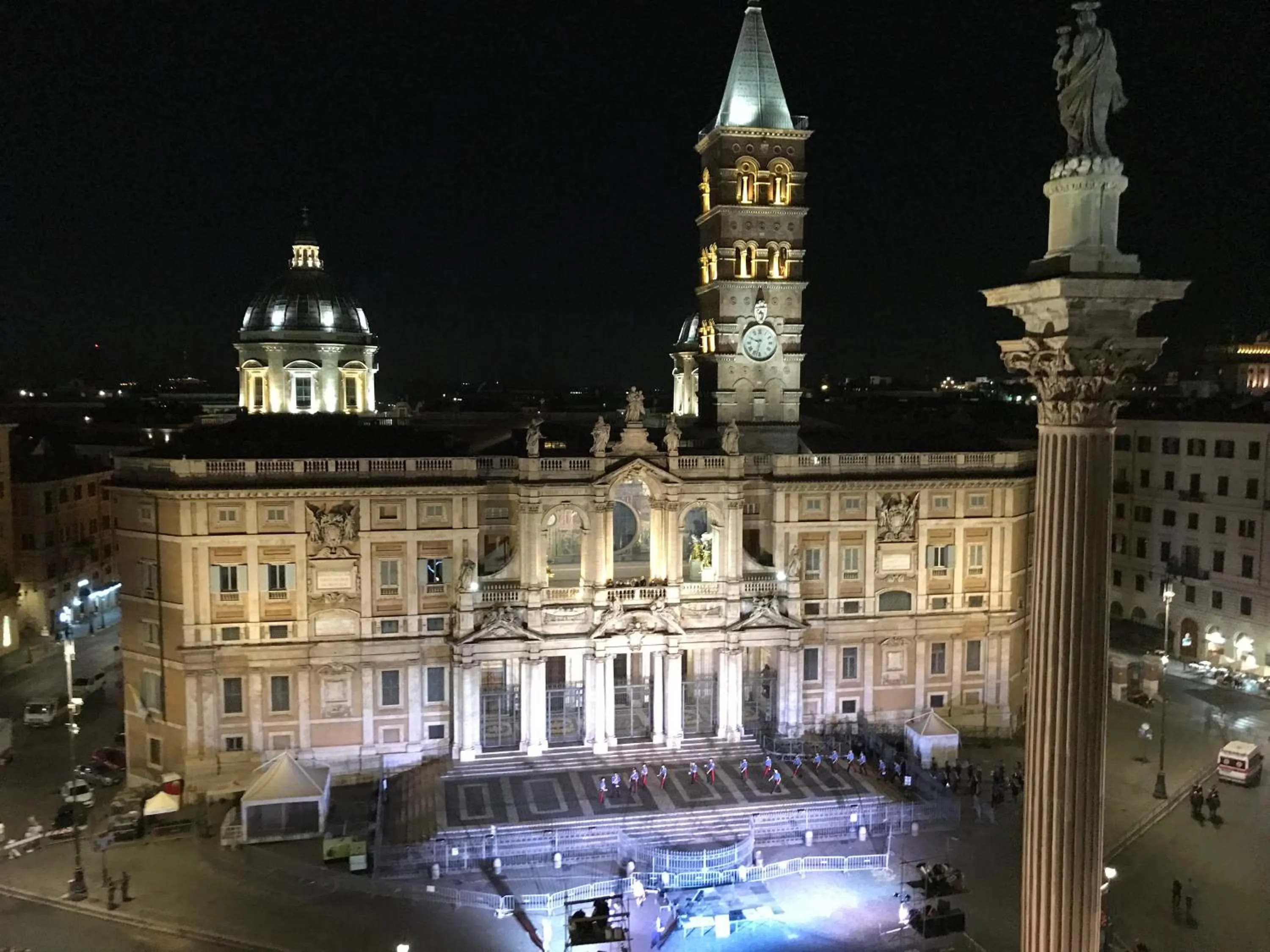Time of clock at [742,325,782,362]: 9:32
